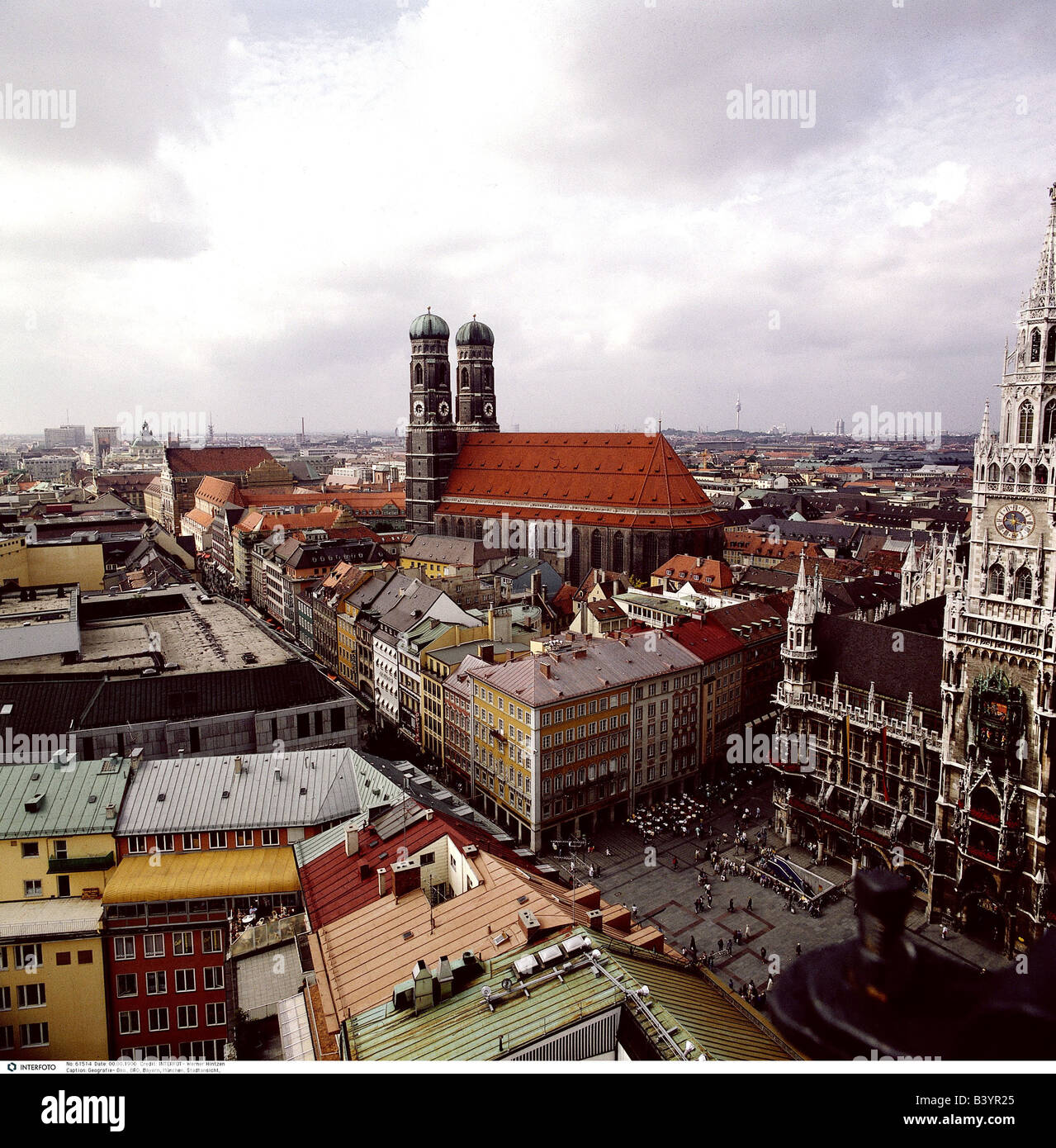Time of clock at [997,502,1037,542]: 3:29
